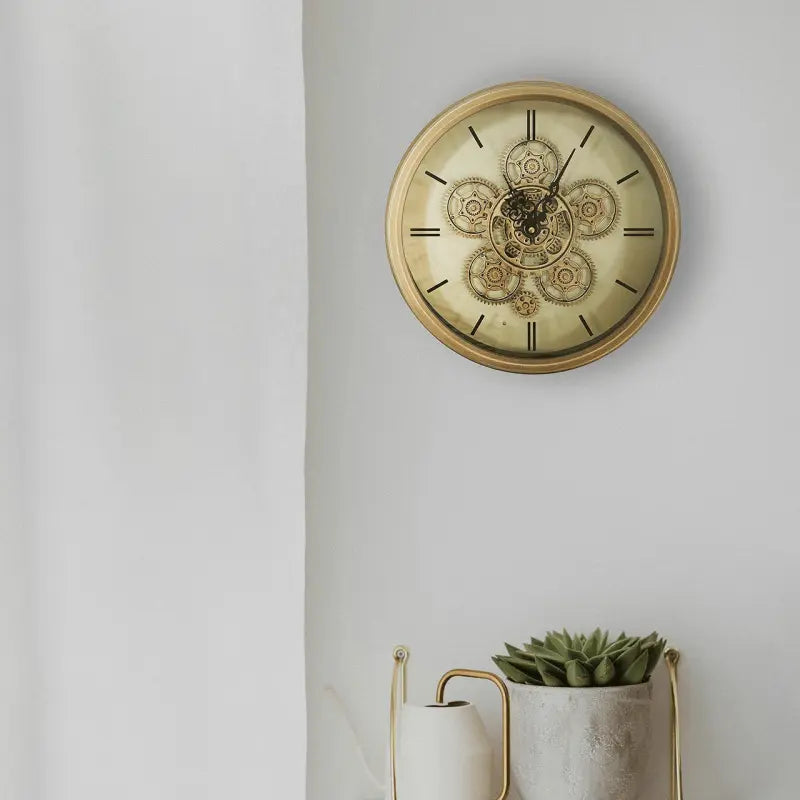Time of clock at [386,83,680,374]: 11:04
